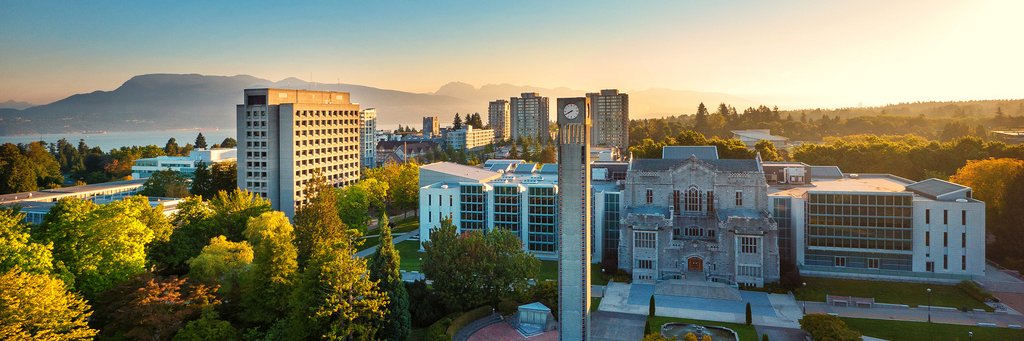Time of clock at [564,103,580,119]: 7:40
